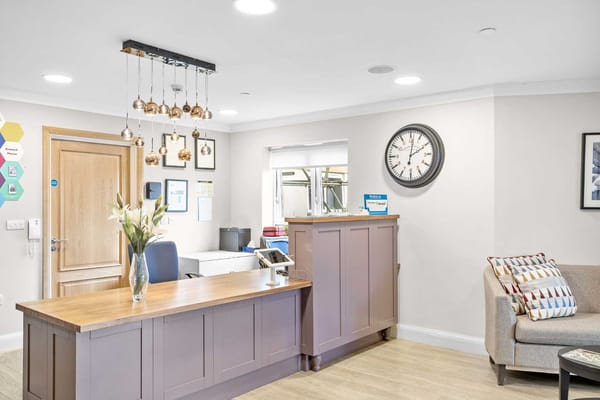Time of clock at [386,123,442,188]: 2:01
